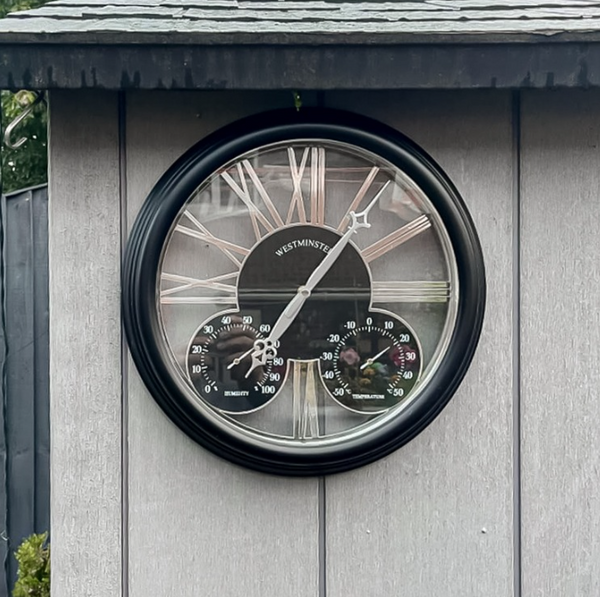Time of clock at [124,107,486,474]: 7:06
